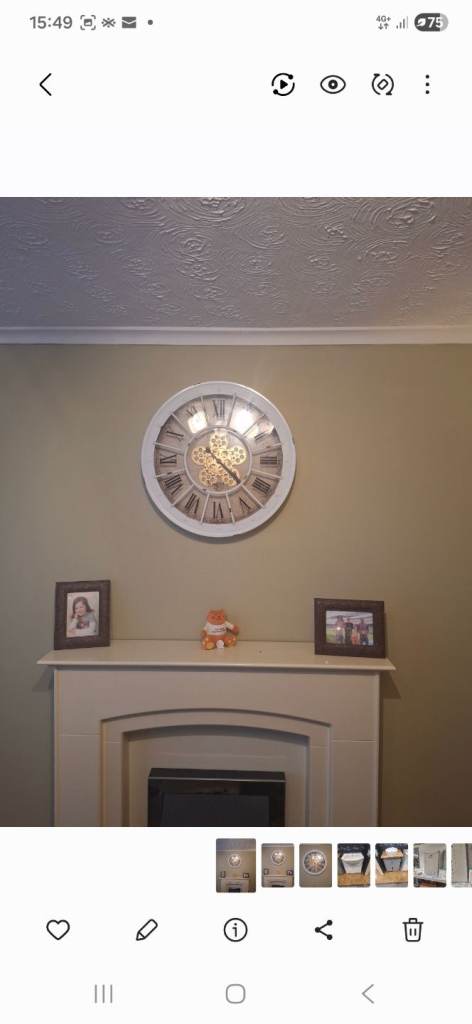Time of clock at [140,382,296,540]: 4:22
